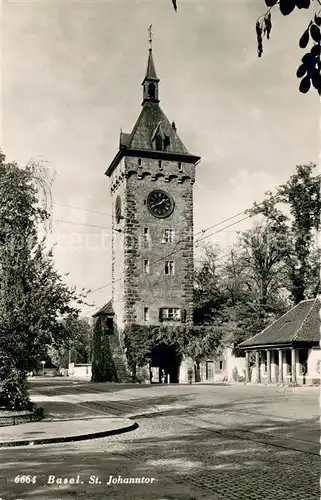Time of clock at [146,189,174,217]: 1:40
